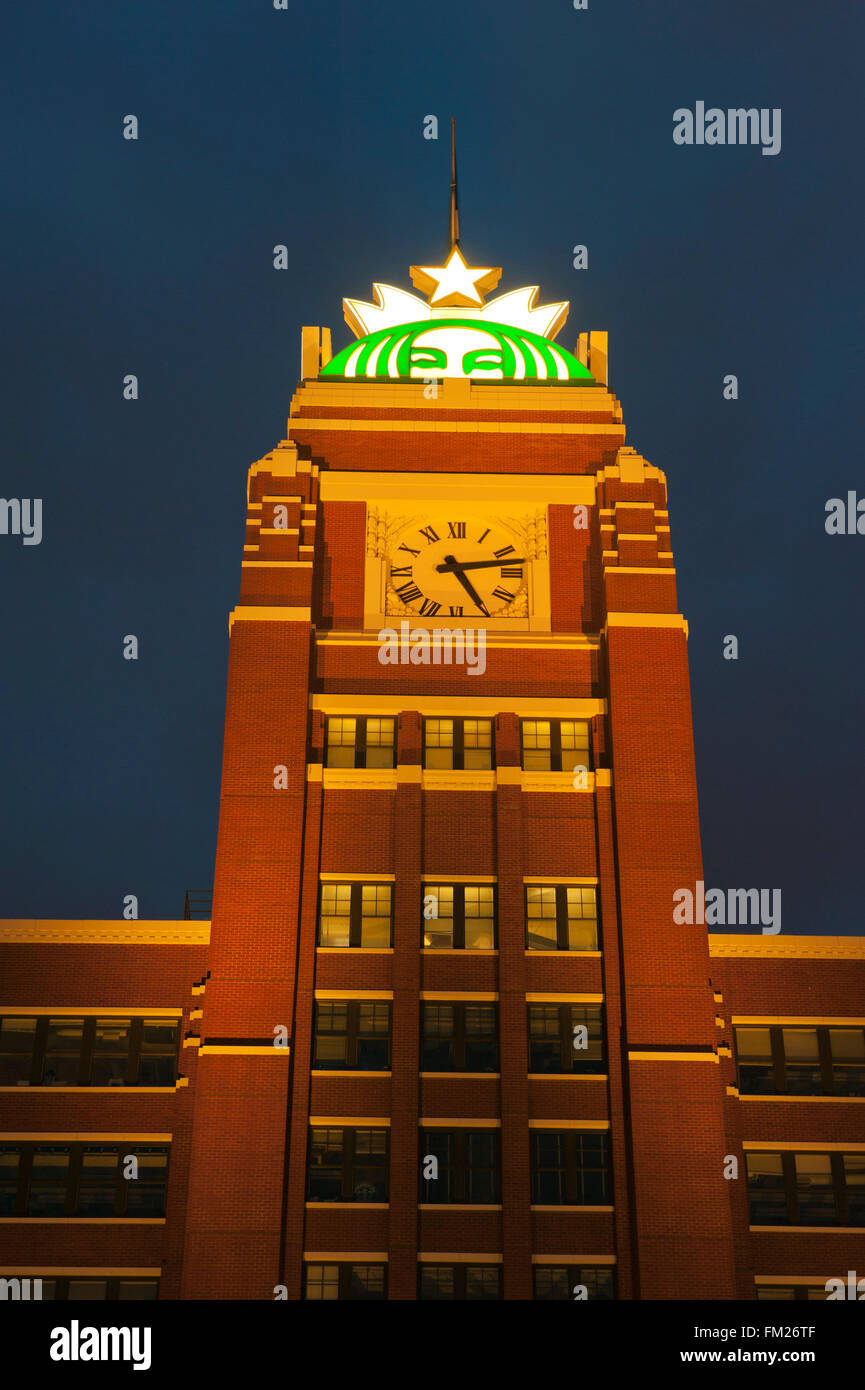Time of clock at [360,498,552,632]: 5:13
